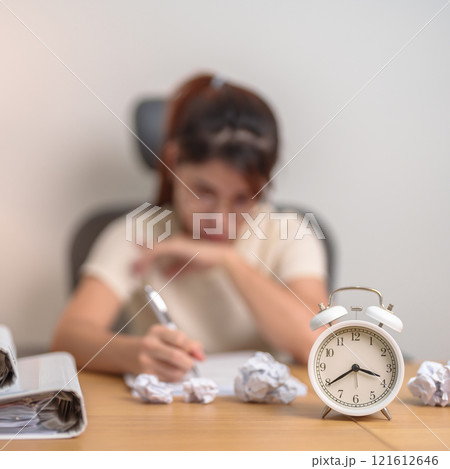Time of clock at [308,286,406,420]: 3:39
